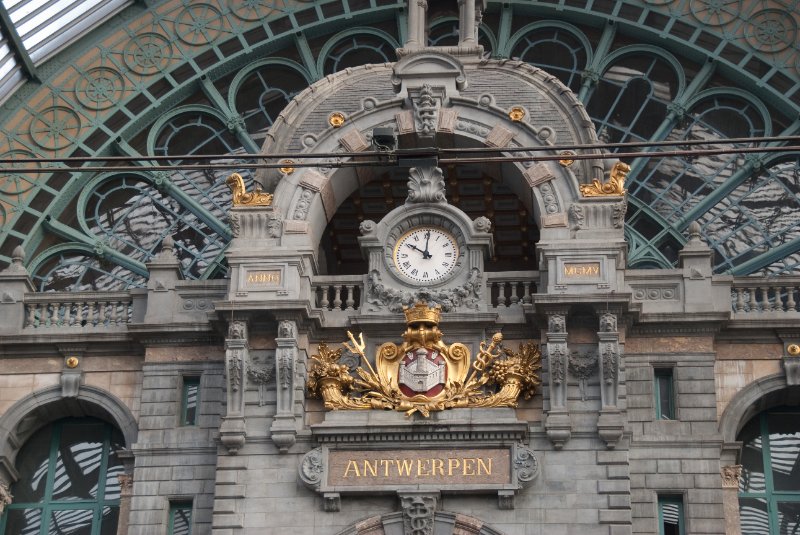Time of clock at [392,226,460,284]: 10:00
